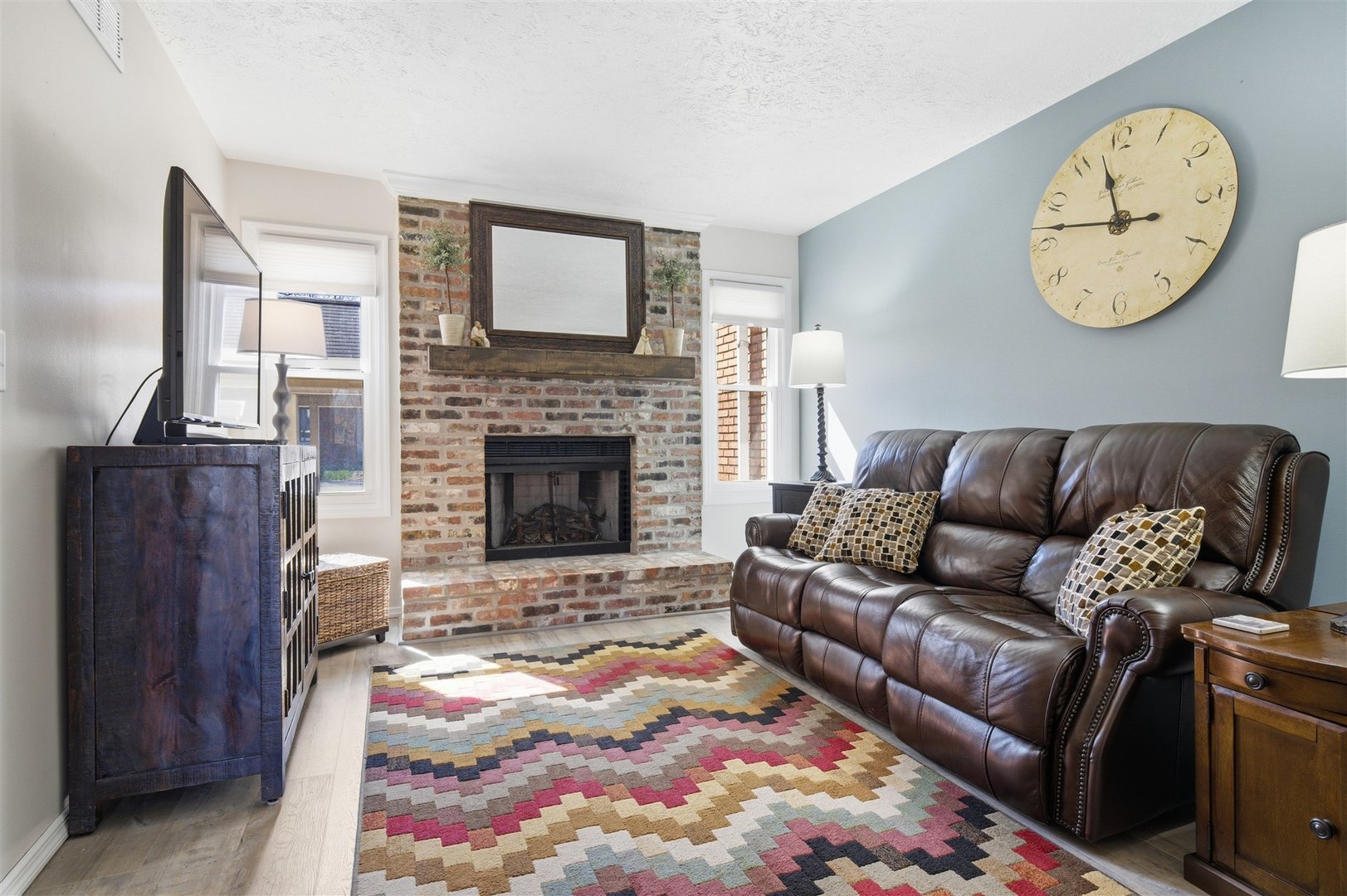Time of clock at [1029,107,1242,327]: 11:46
